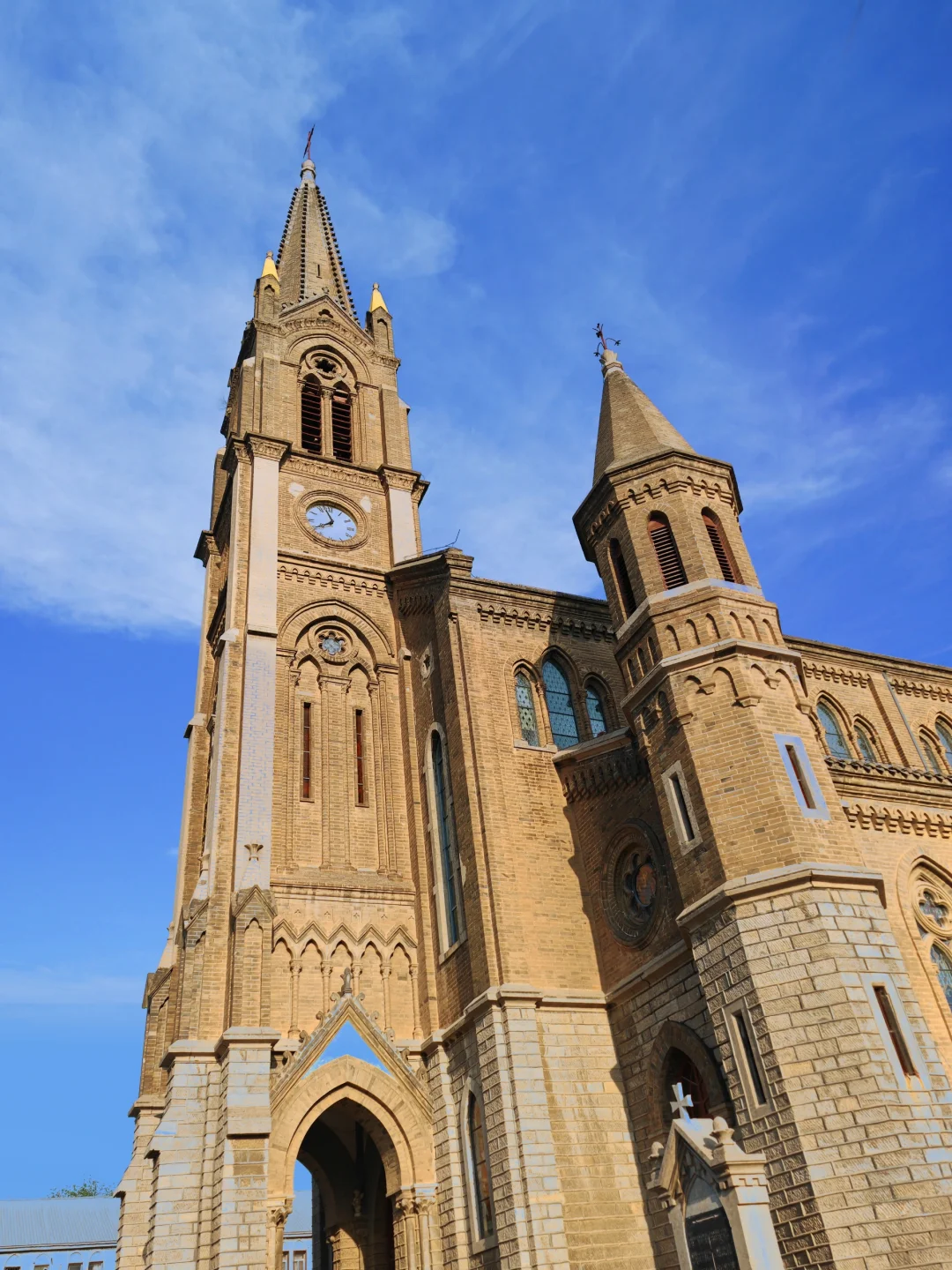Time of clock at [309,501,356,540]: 7:57
